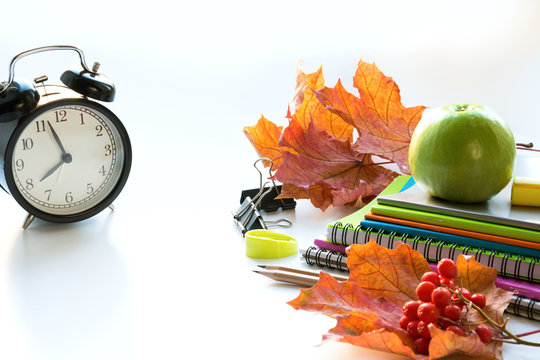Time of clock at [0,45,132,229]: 7:56
